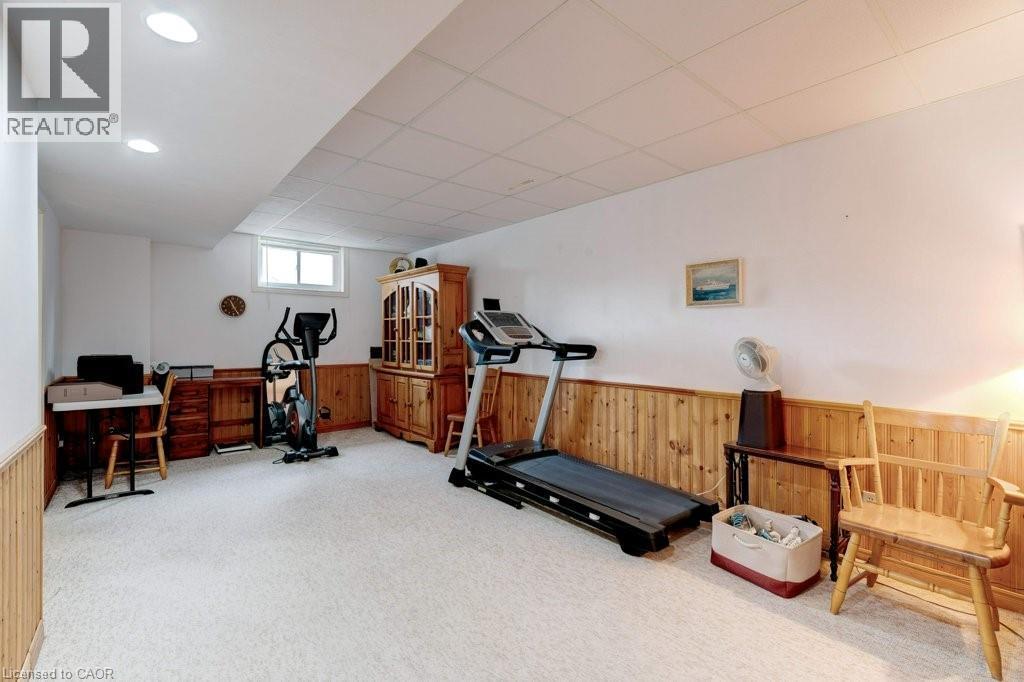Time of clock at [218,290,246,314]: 11:25
